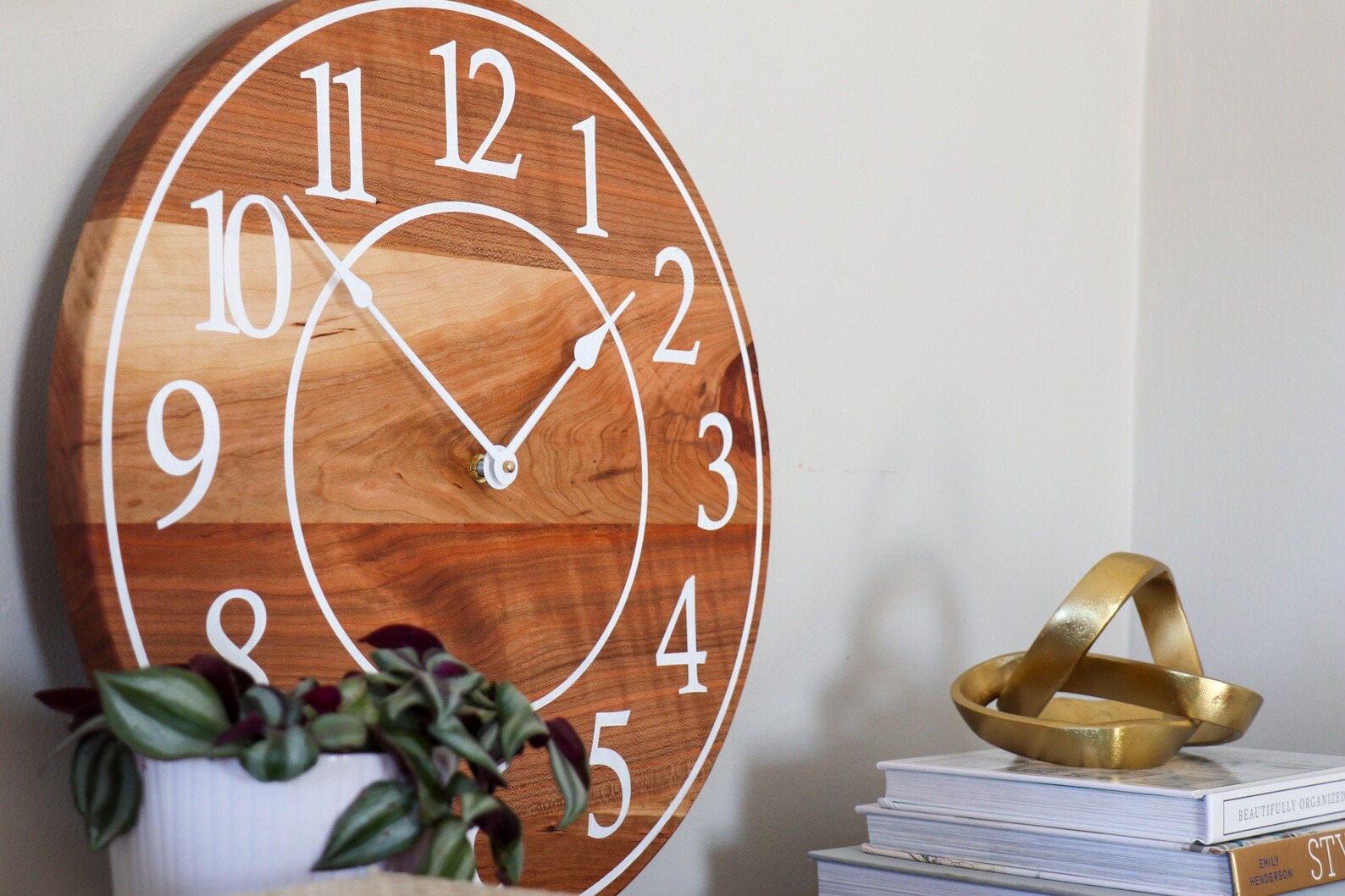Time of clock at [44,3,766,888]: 1:52
